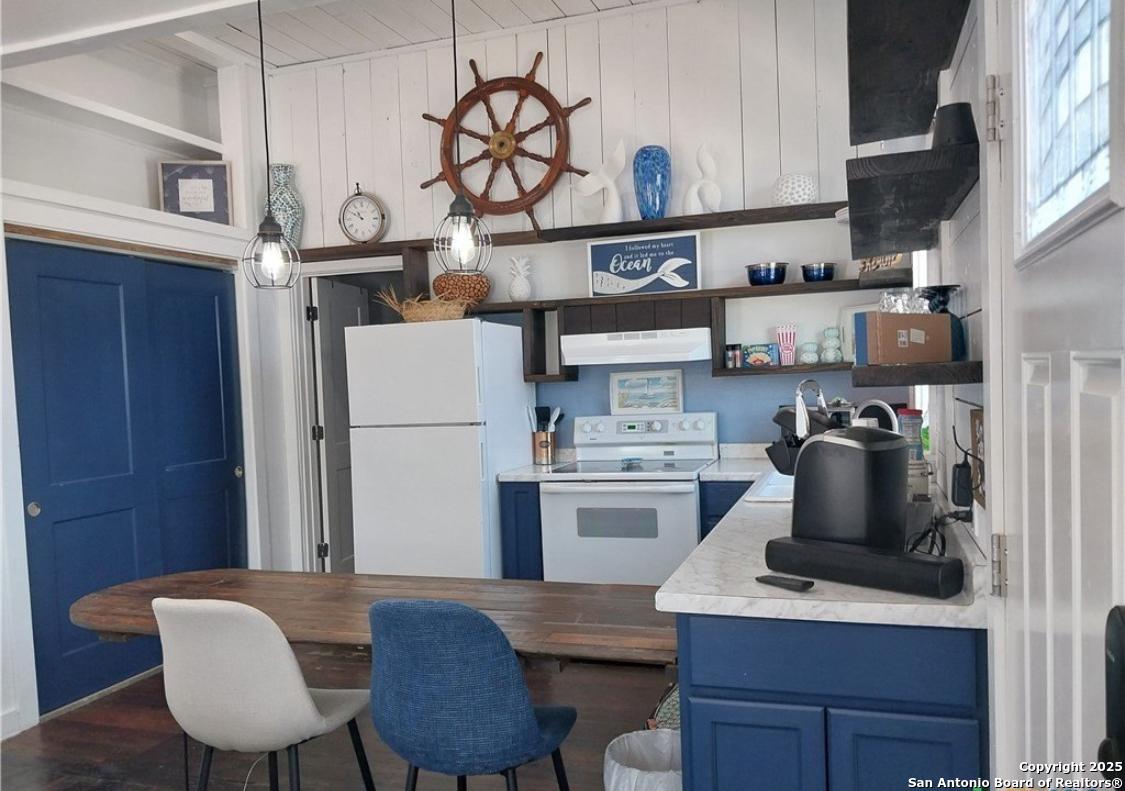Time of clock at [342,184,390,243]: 10:49
